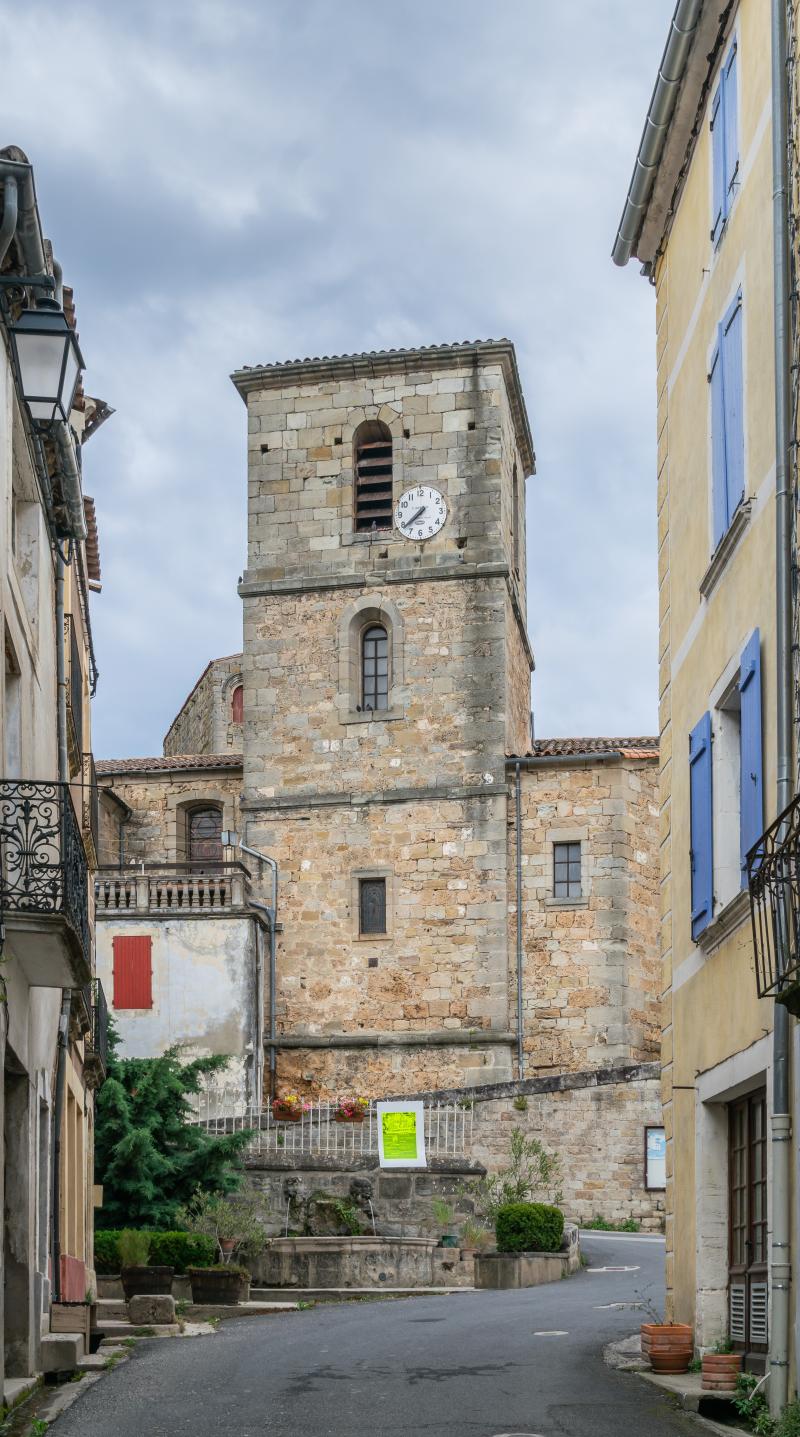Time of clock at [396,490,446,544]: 7:38
